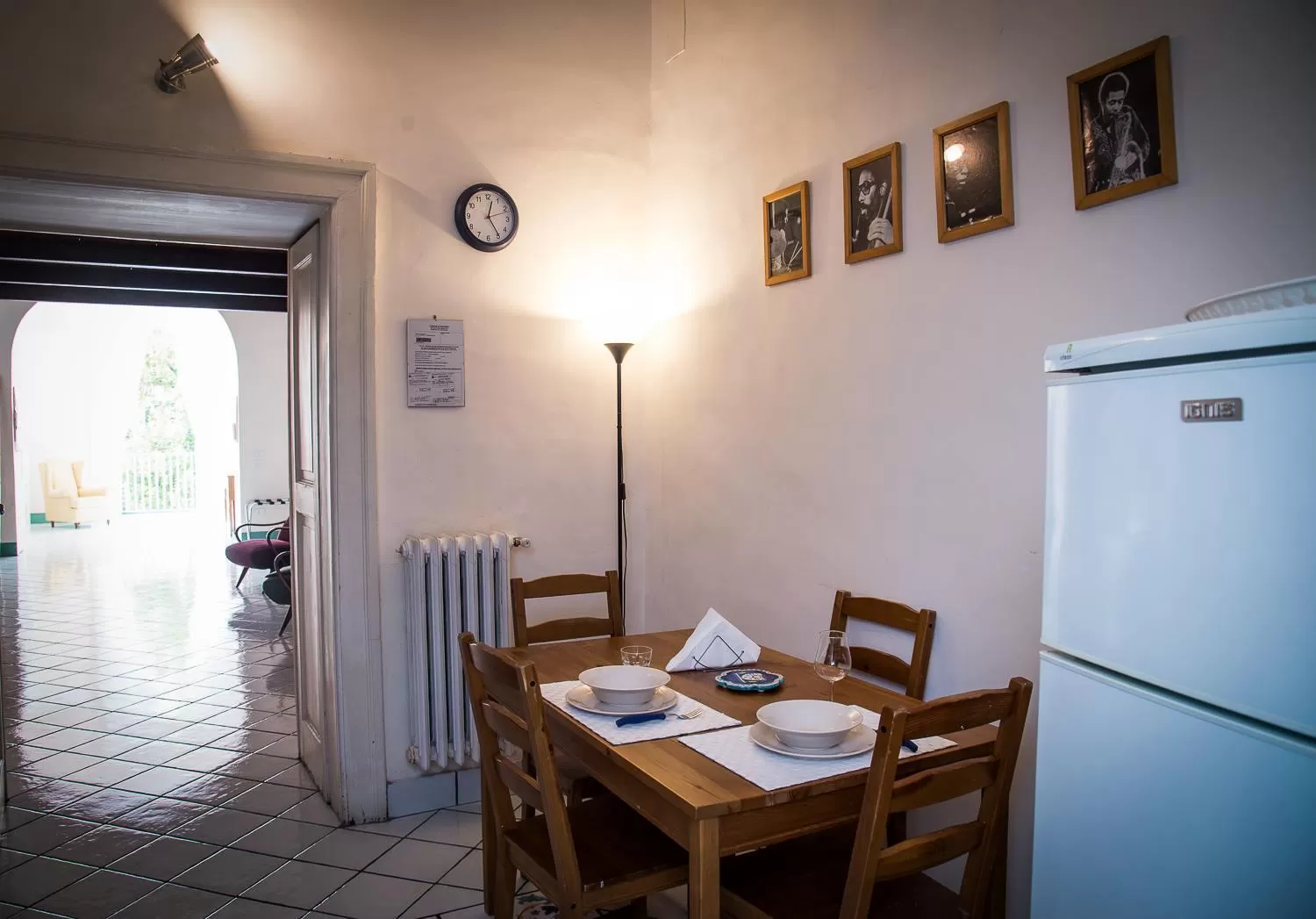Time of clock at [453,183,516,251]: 12:24
